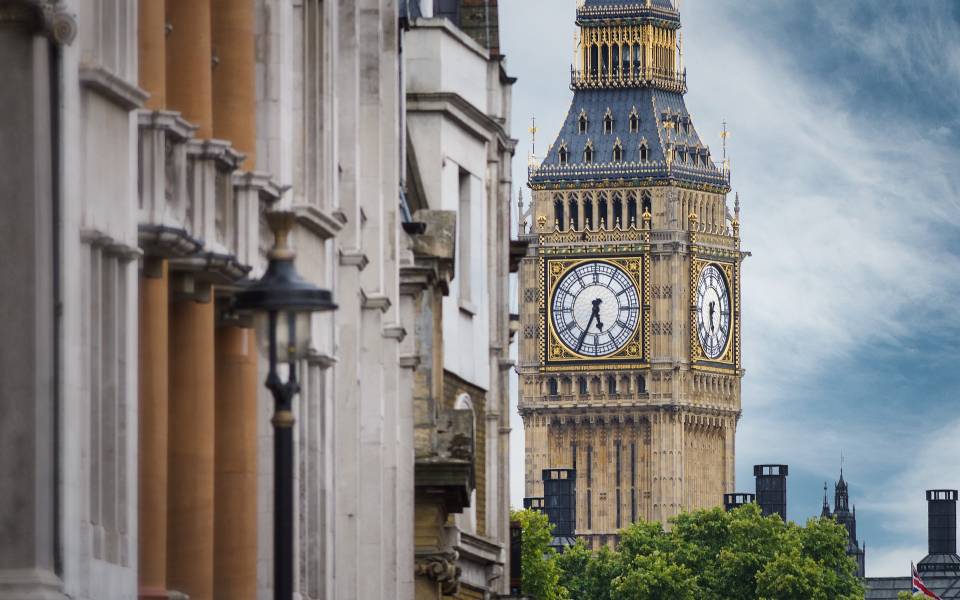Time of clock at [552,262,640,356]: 5:34
